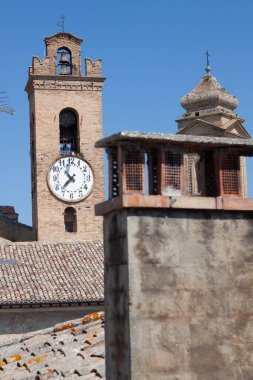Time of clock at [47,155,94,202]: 10:37
